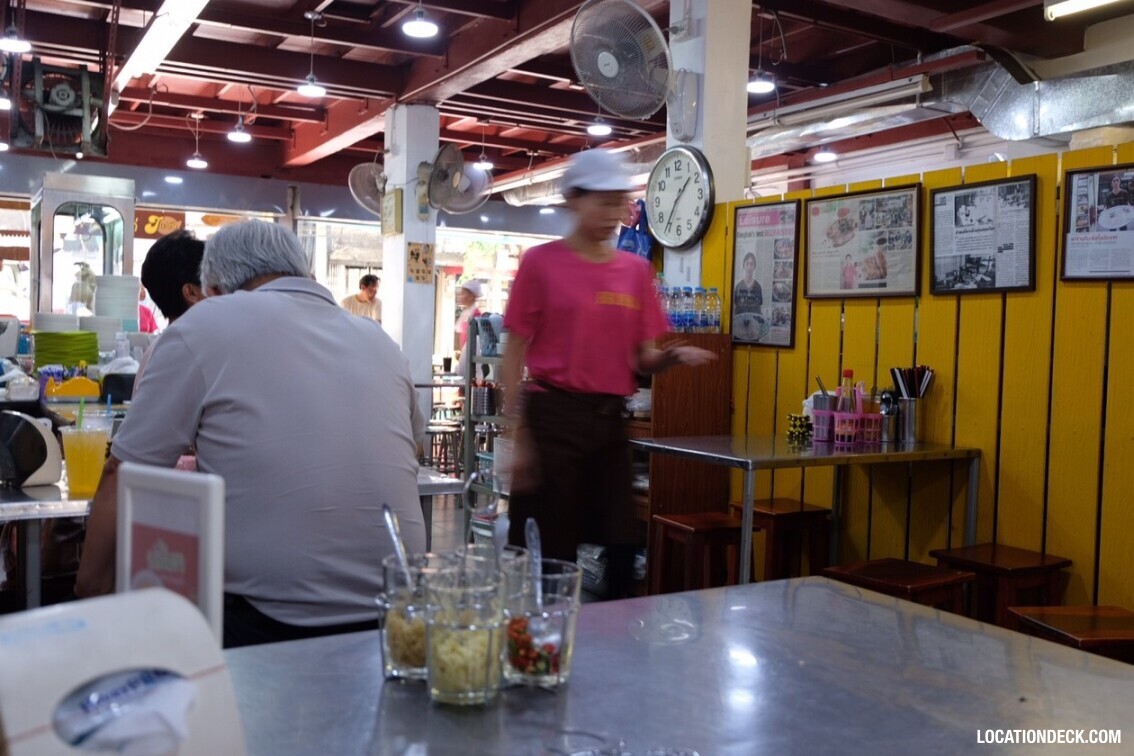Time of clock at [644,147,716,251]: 1:35
